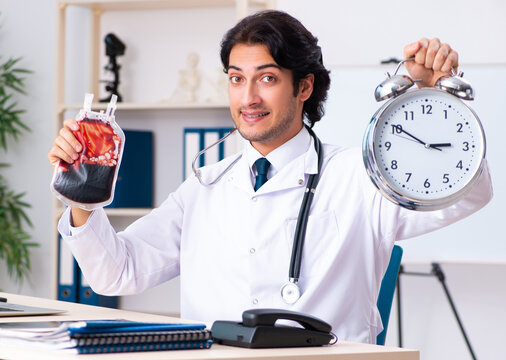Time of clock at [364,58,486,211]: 2:50
